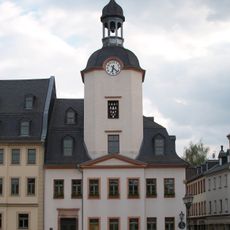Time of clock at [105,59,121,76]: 6:21
